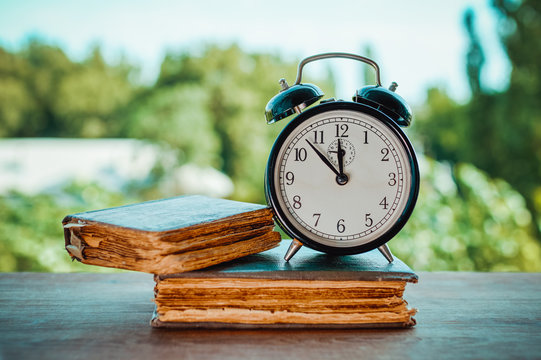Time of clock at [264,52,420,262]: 11:52
